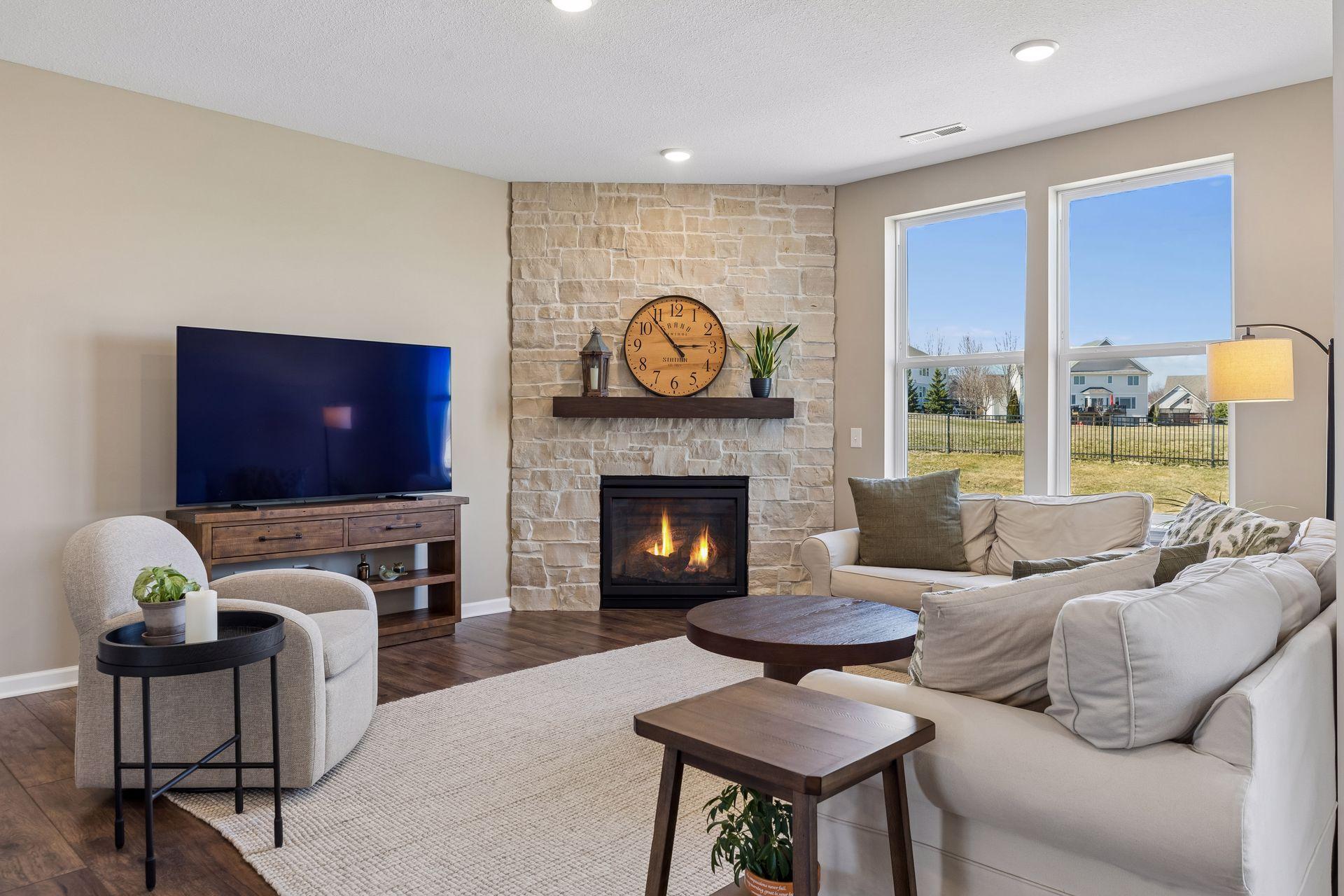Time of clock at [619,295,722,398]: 2:53
